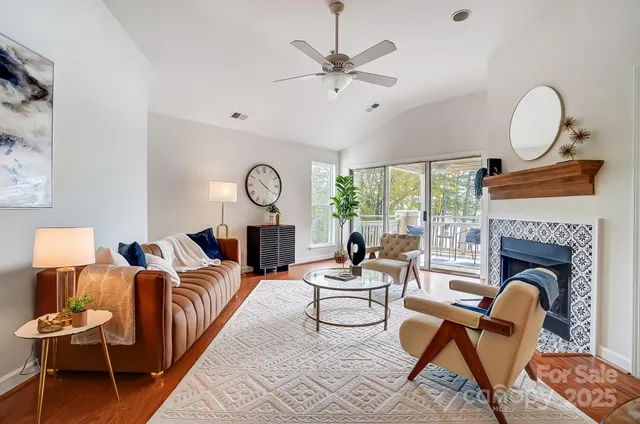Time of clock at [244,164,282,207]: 10:20
